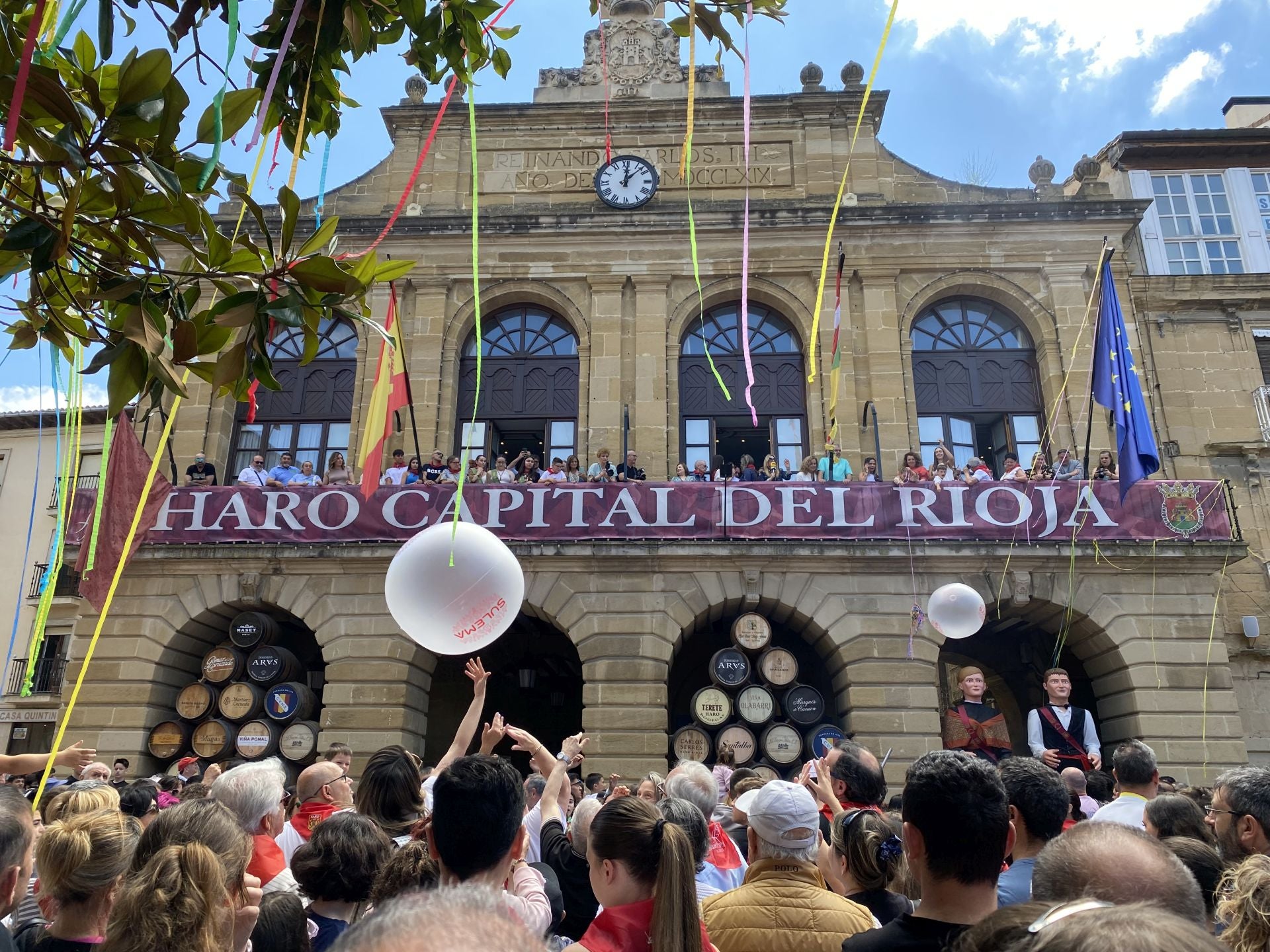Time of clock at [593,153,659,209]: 12:07
